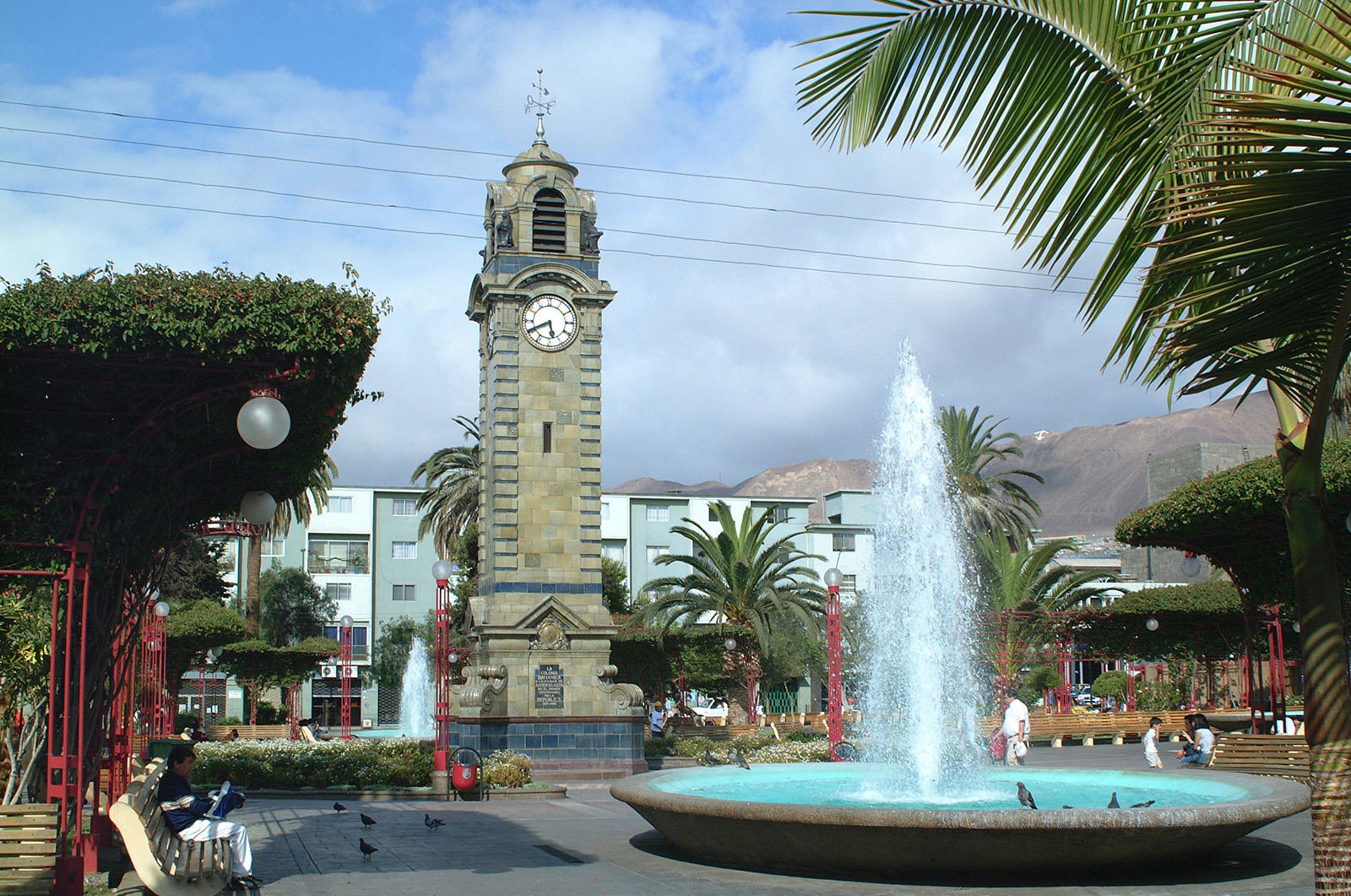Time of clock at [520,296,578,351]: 5:40
